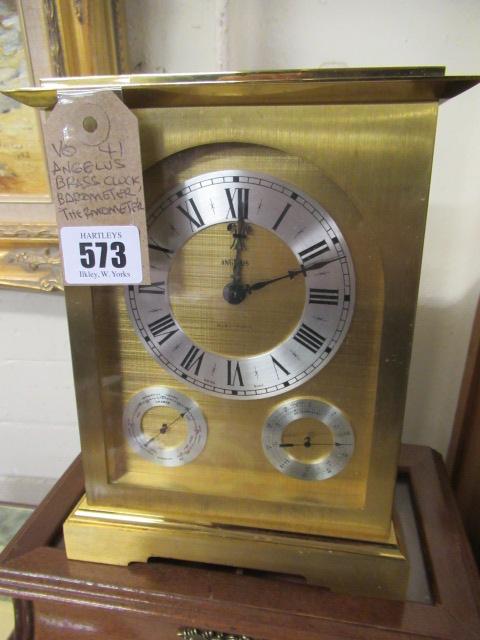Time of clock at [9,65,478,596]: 12:11
